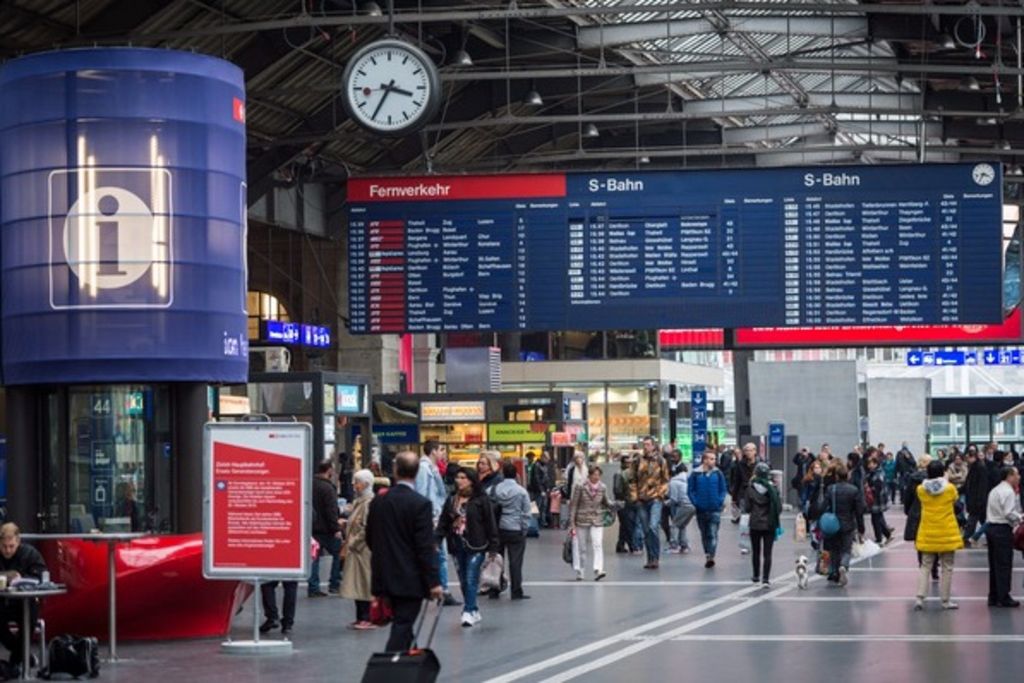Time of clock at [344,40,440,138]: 3:34
